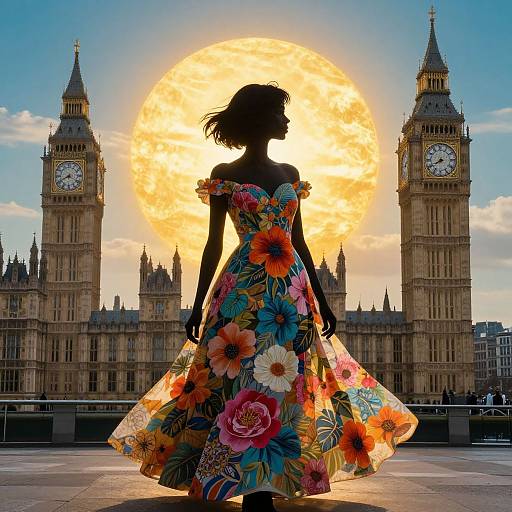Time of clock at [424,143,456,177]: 7:40
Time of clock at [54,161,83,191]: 3:40
